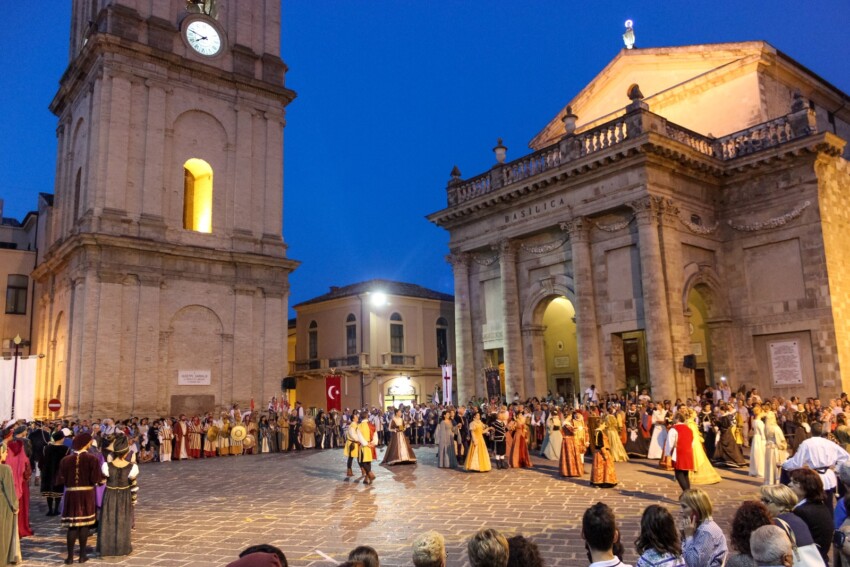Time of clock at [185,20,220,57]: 7:47
